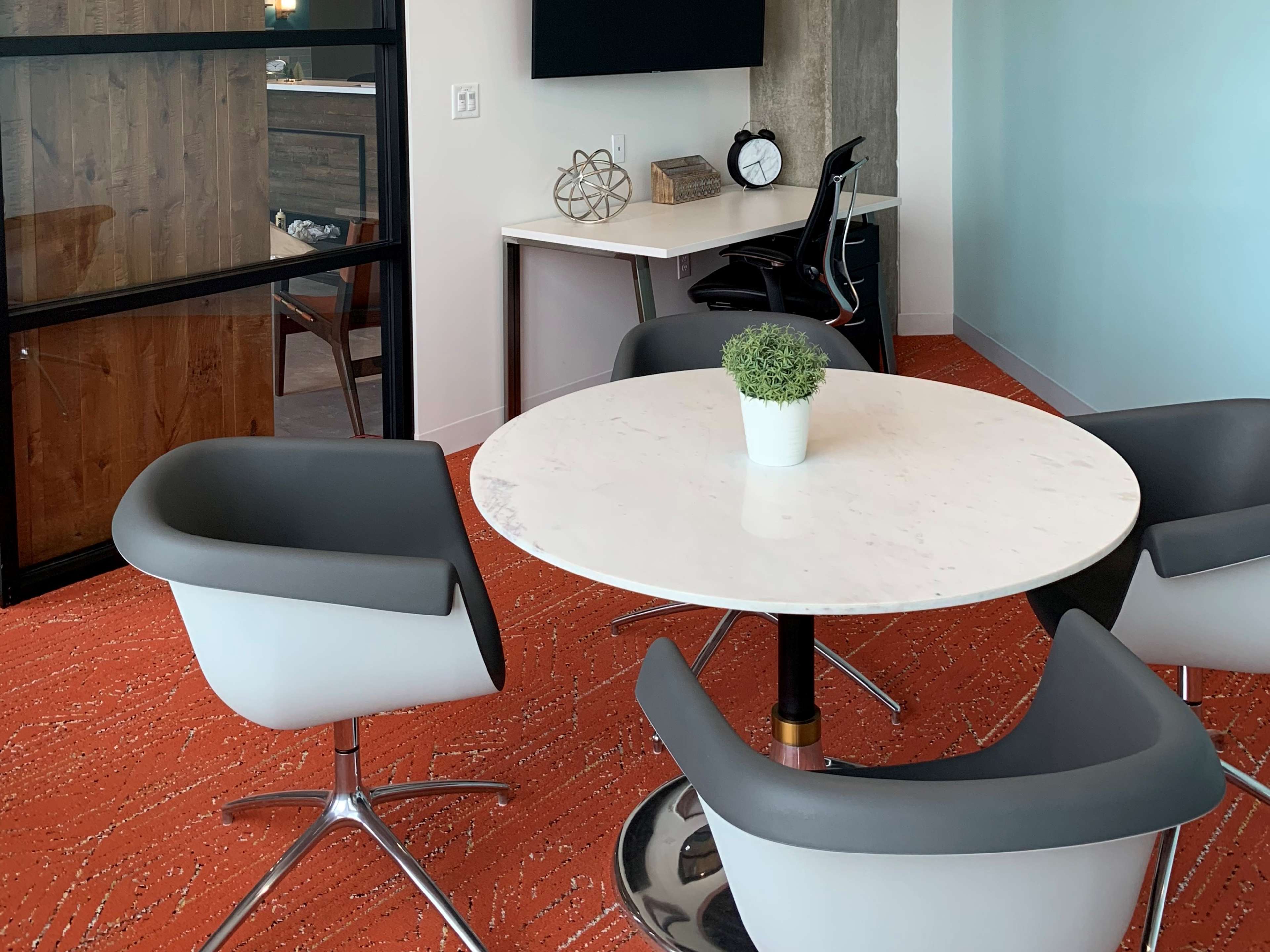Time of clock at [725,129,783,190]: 8:26
